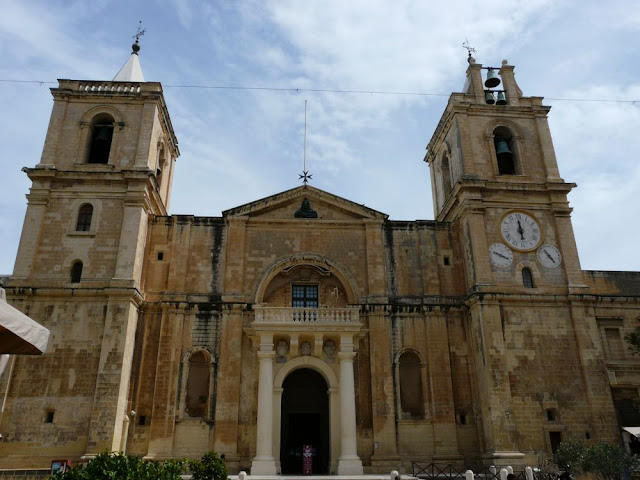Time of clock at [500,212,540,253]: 5:59
